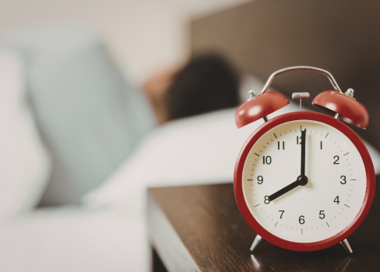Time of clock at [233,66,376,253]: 8:00
